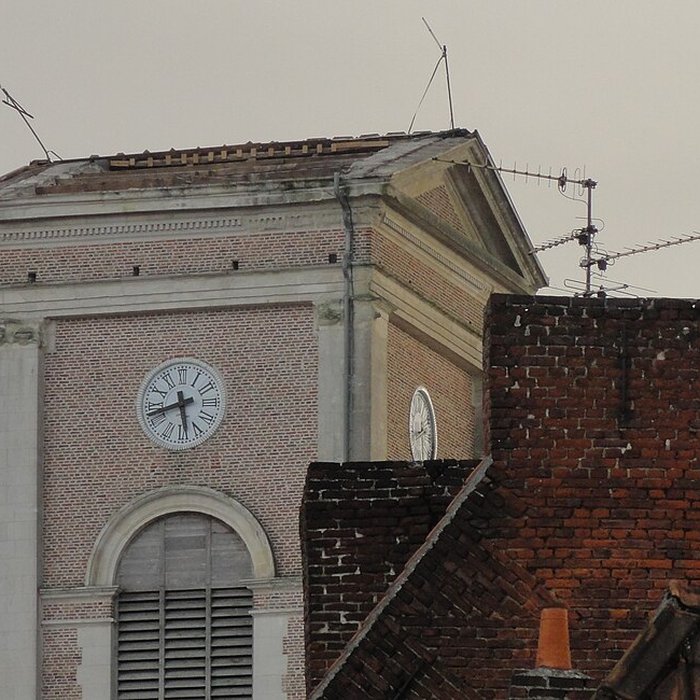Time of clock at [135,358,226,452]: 5:42
